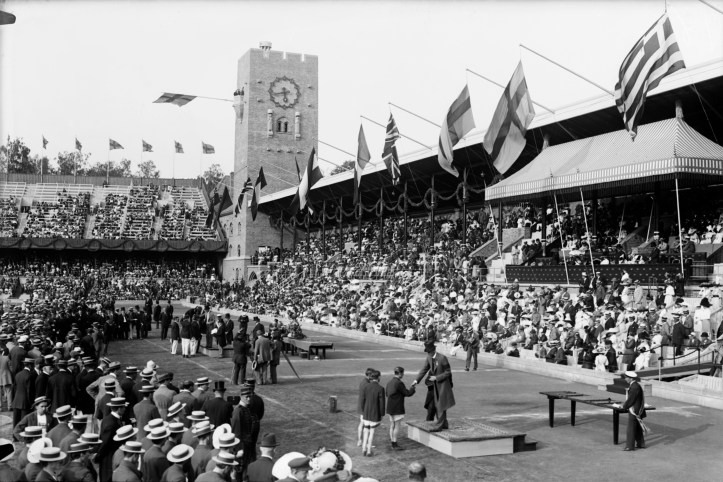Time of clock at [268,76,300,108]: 5:42
